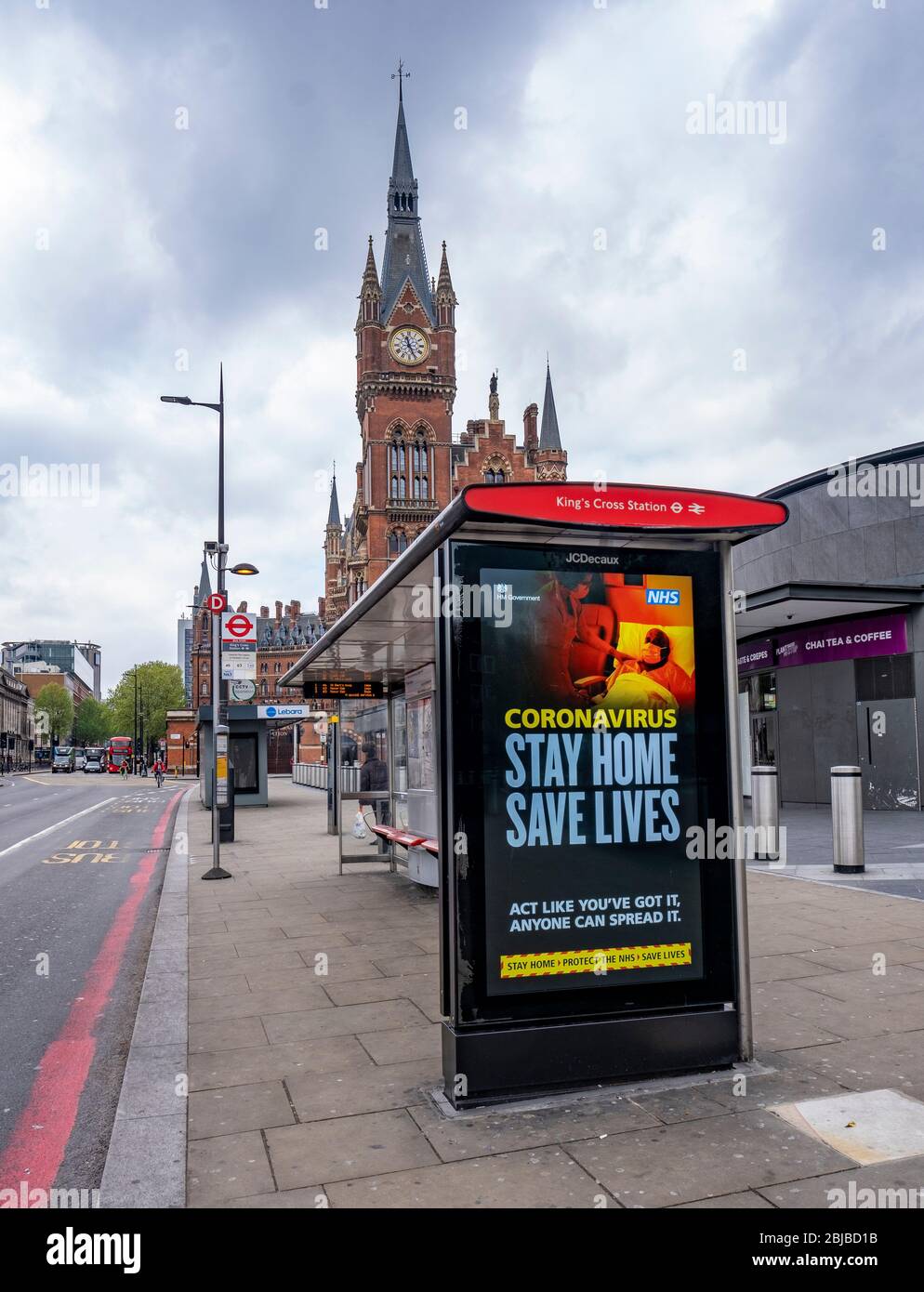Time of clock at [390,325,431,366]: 11:25
